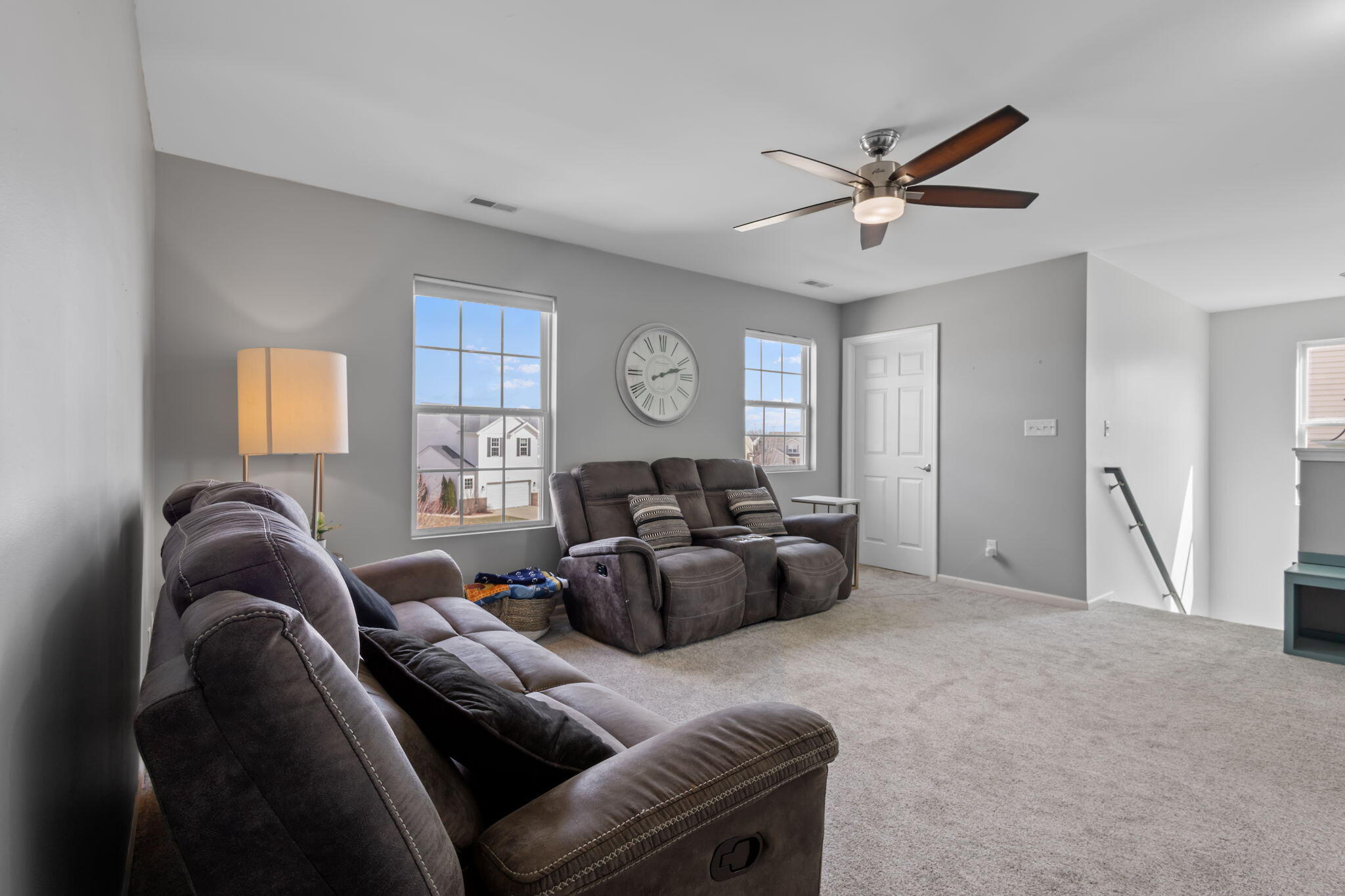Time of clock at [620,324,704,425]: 2:12
